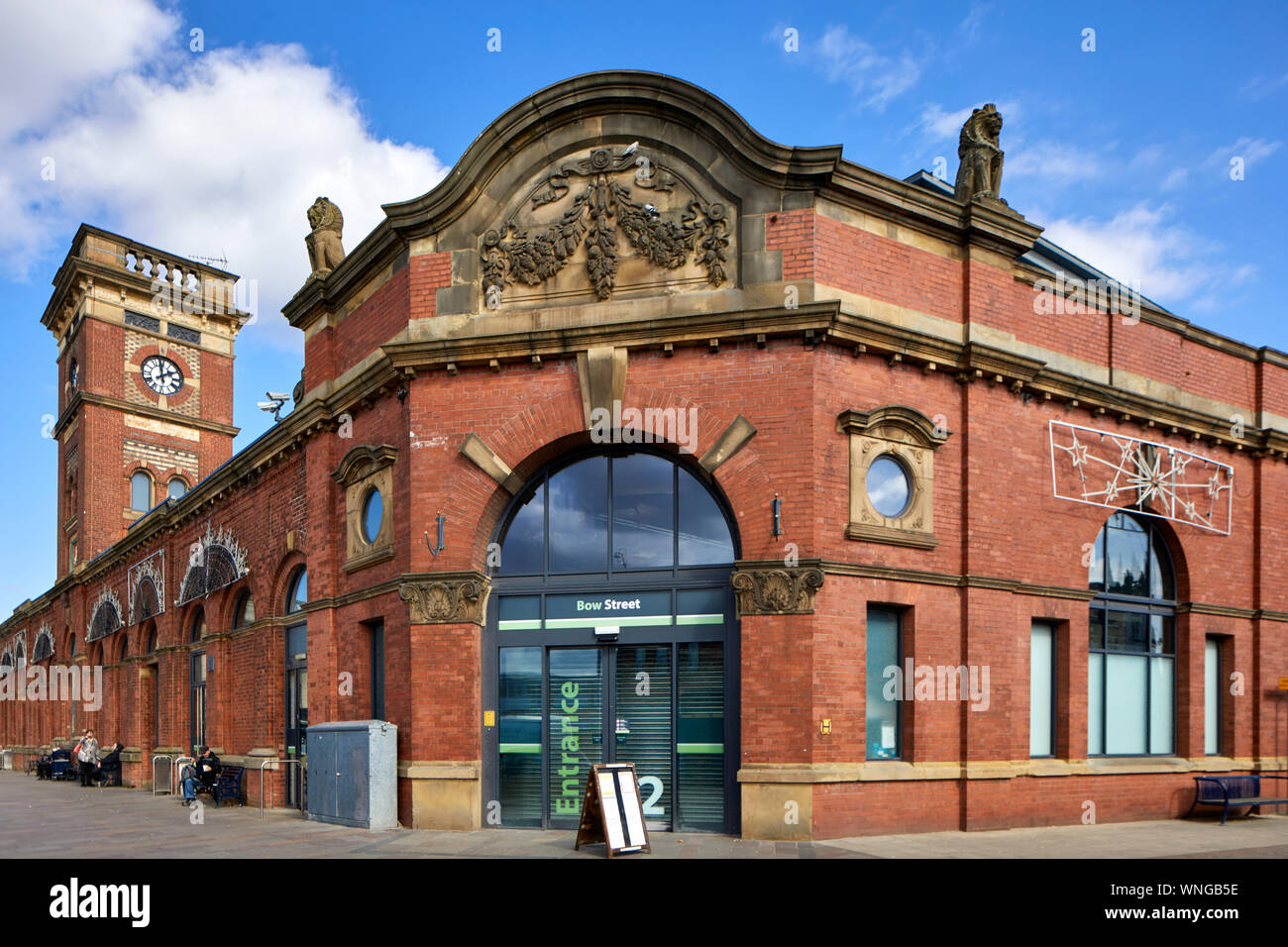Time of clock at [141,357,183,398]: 1:59
